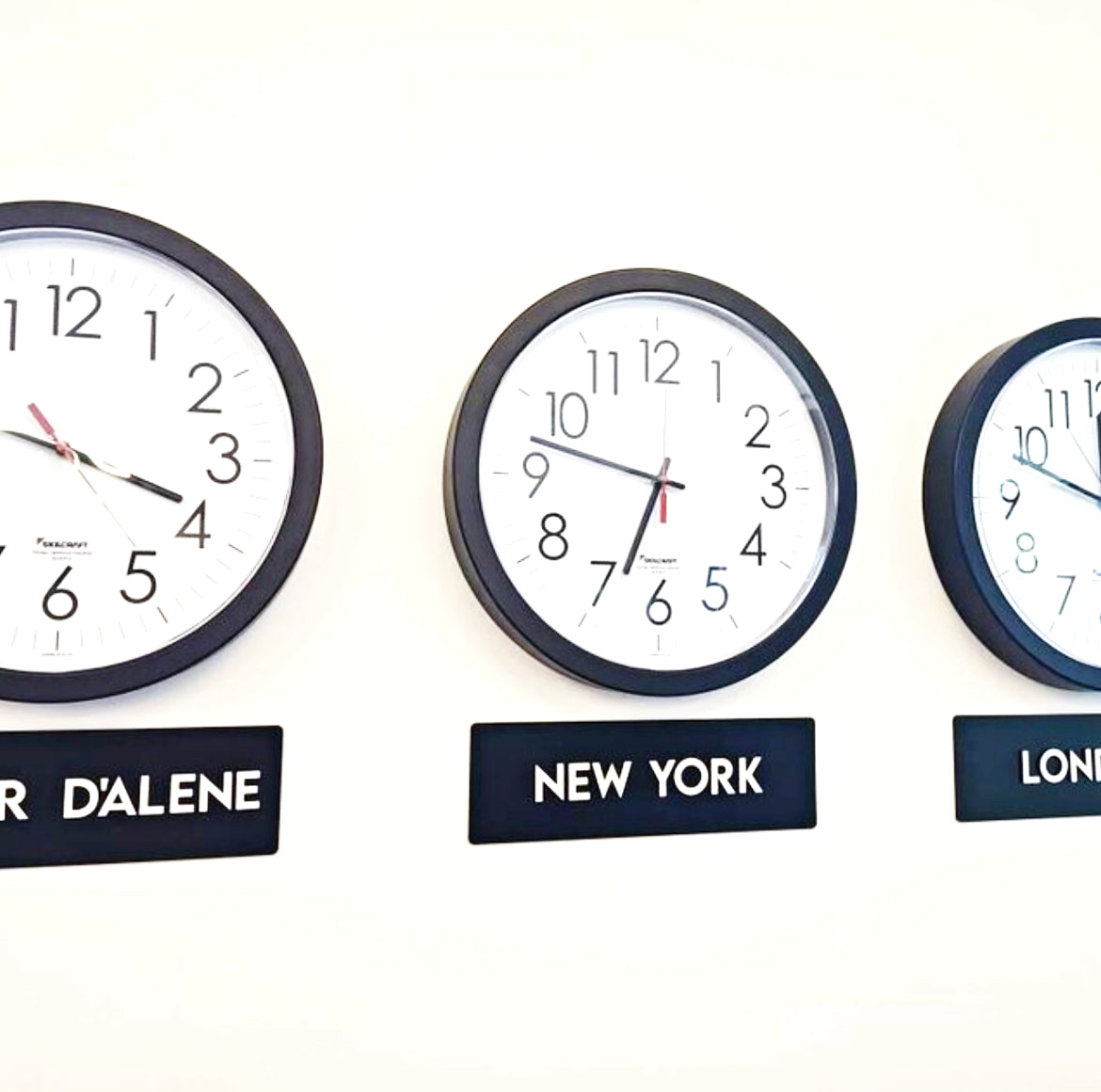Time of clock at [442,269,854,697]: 6:47
